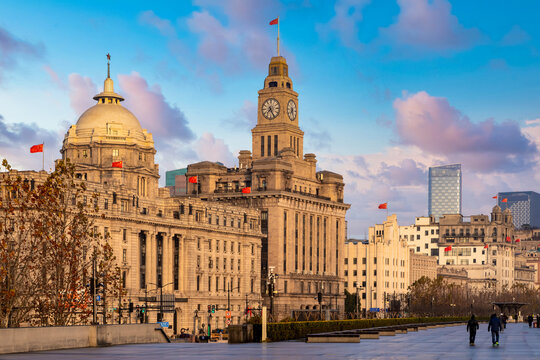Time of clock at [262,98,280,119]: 7:25
